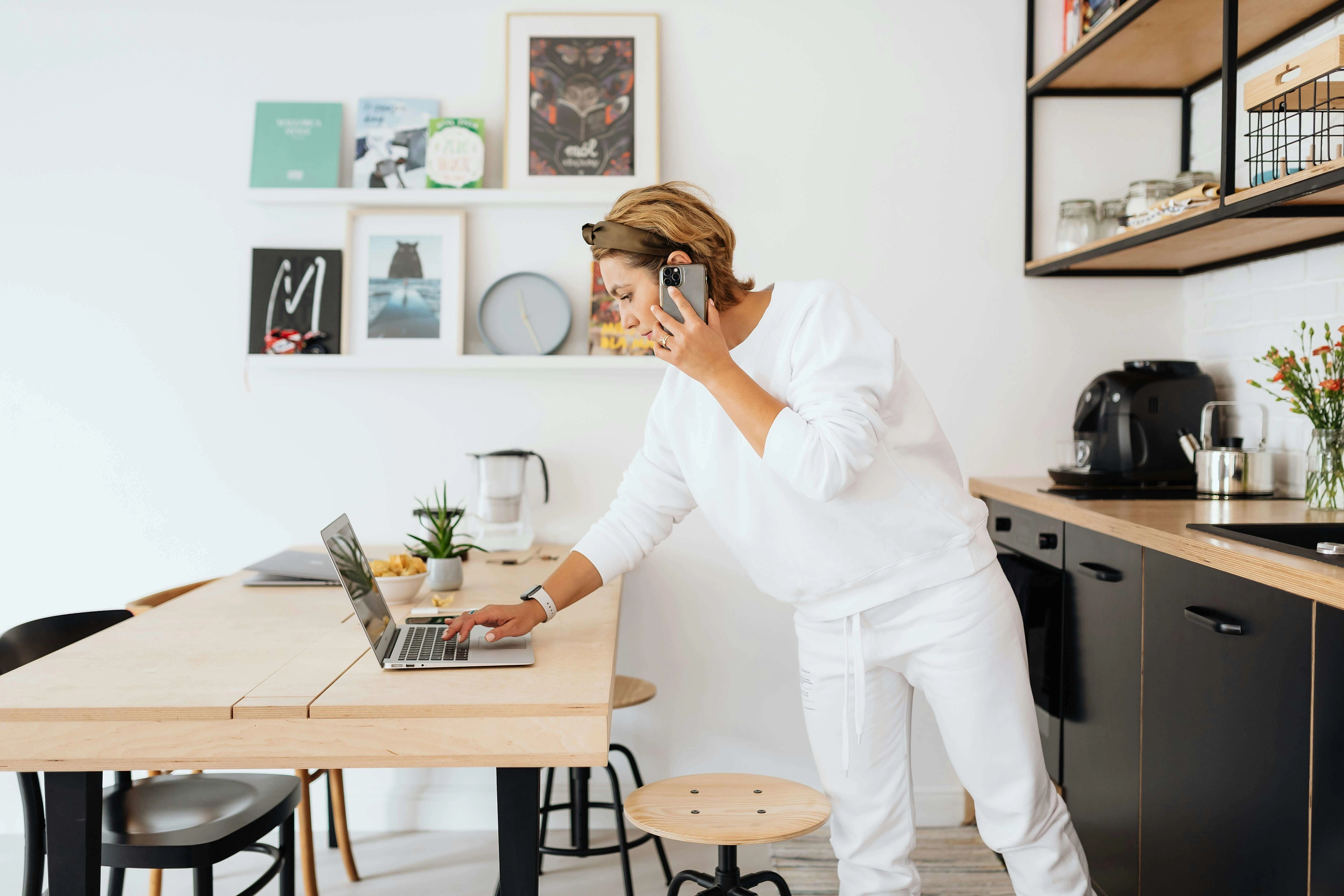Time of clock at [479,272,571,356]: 11:25
